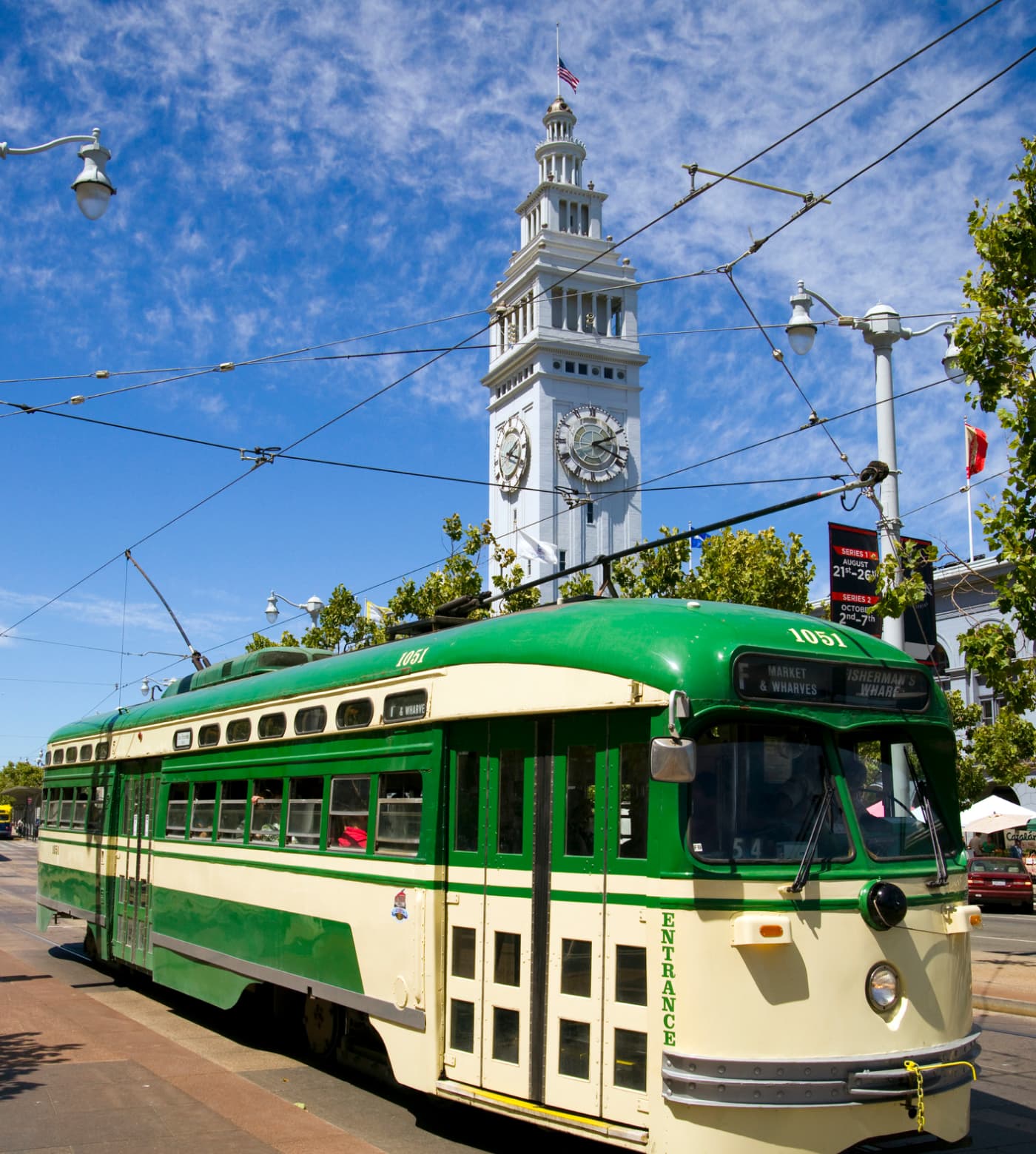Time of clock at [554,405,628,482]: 2:18
